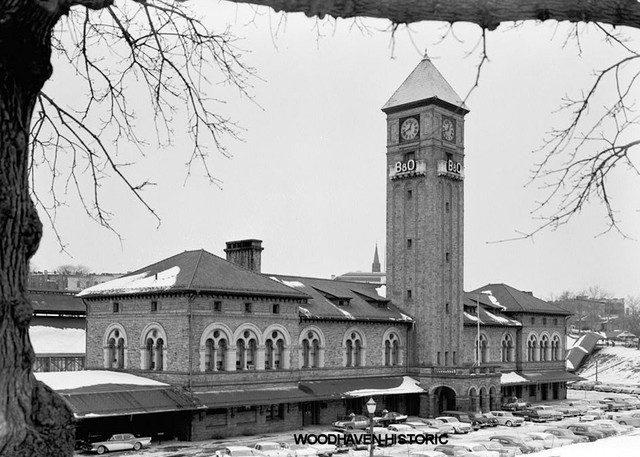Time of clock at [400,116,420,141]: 12:41
